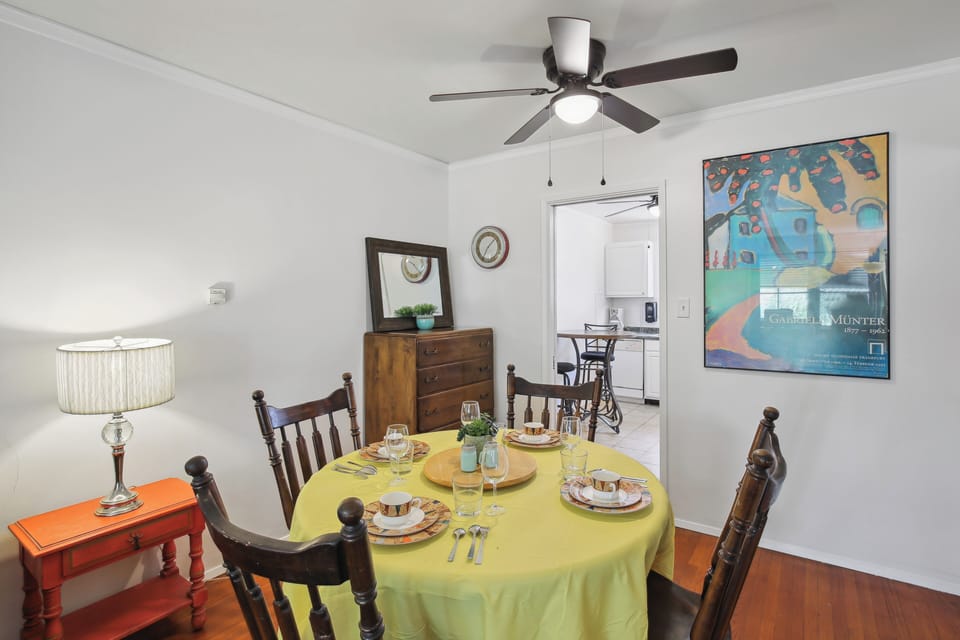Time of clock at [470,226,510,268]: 7:07
